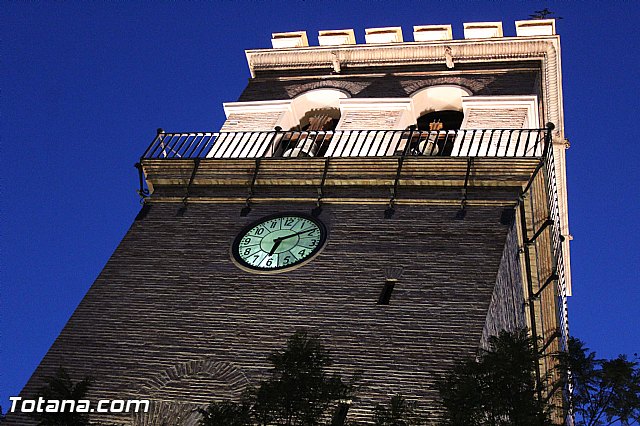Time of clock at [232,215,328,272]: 6:10
